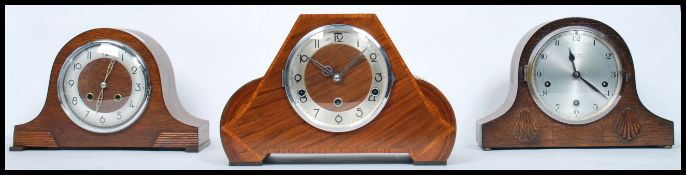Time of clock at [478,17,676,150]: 11:21
